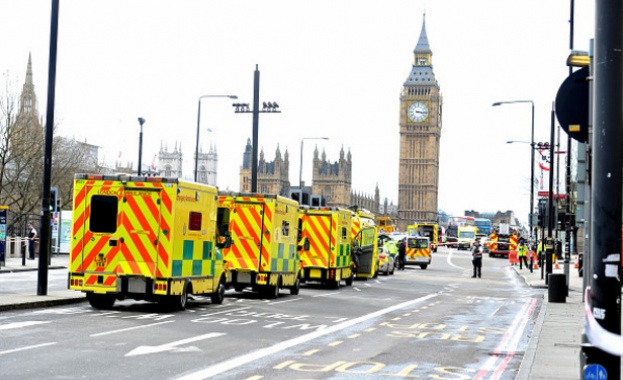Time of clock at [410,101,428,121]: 3:16
